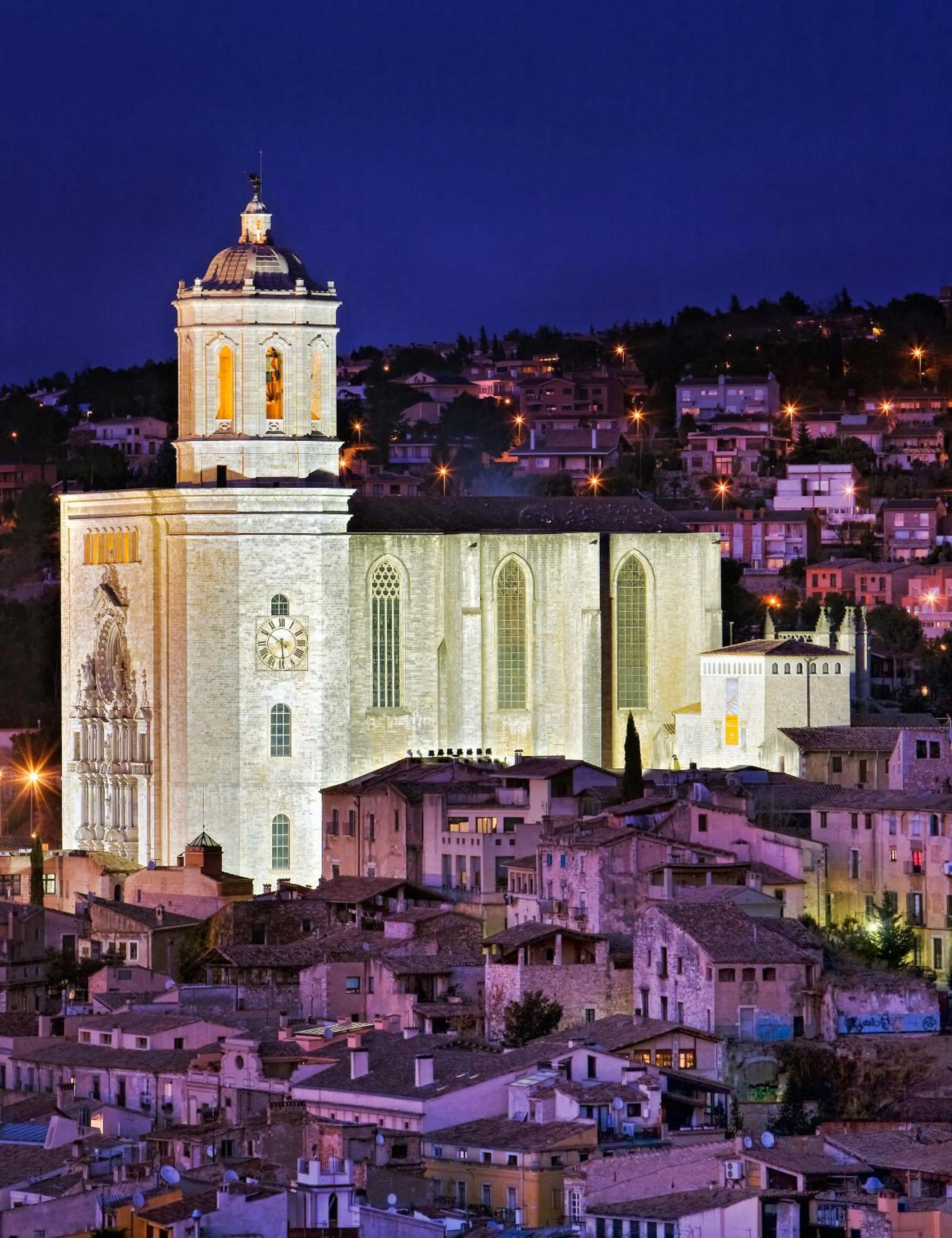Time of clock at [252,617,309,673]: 5:50
